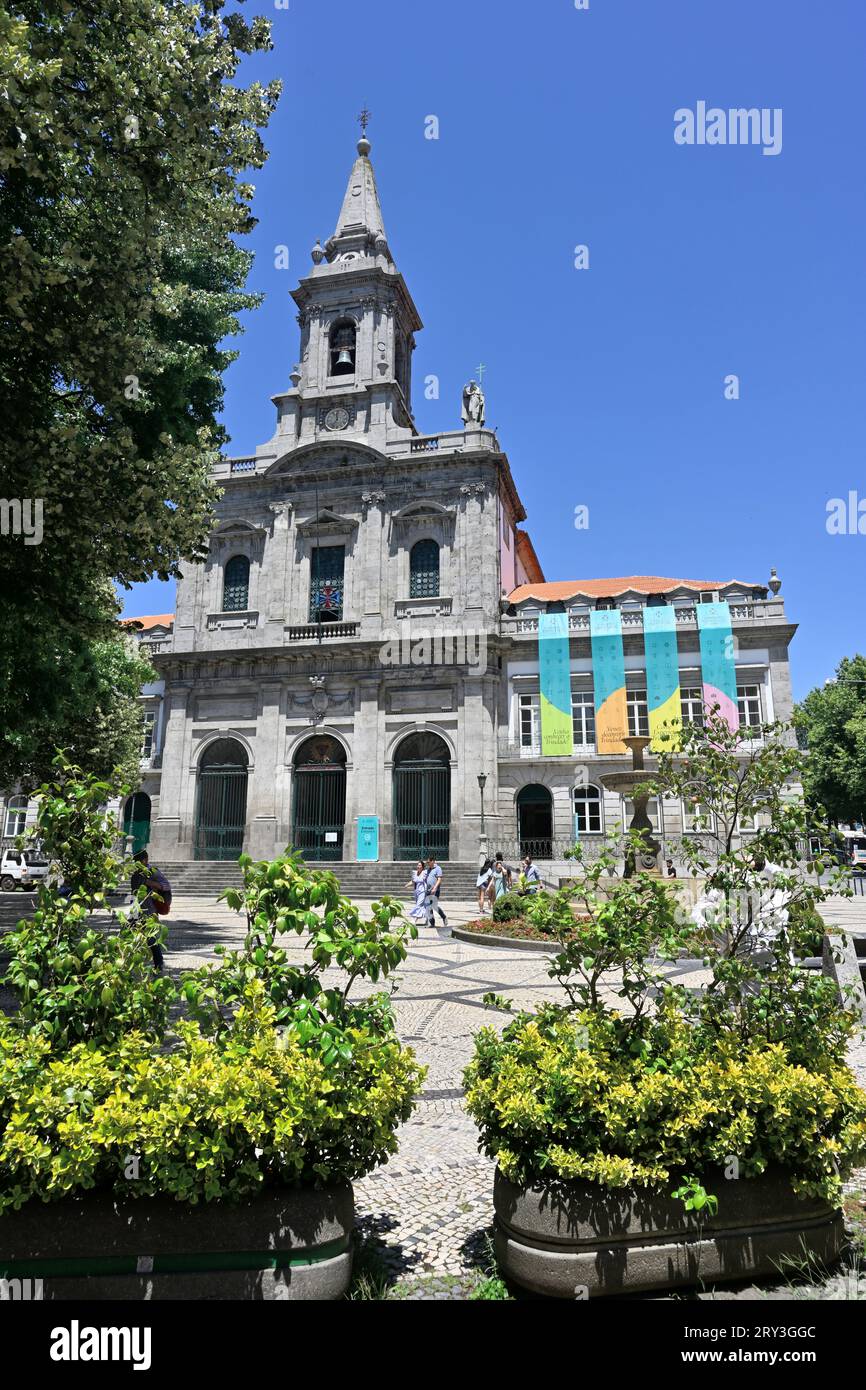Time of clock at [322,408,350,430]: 11:35
